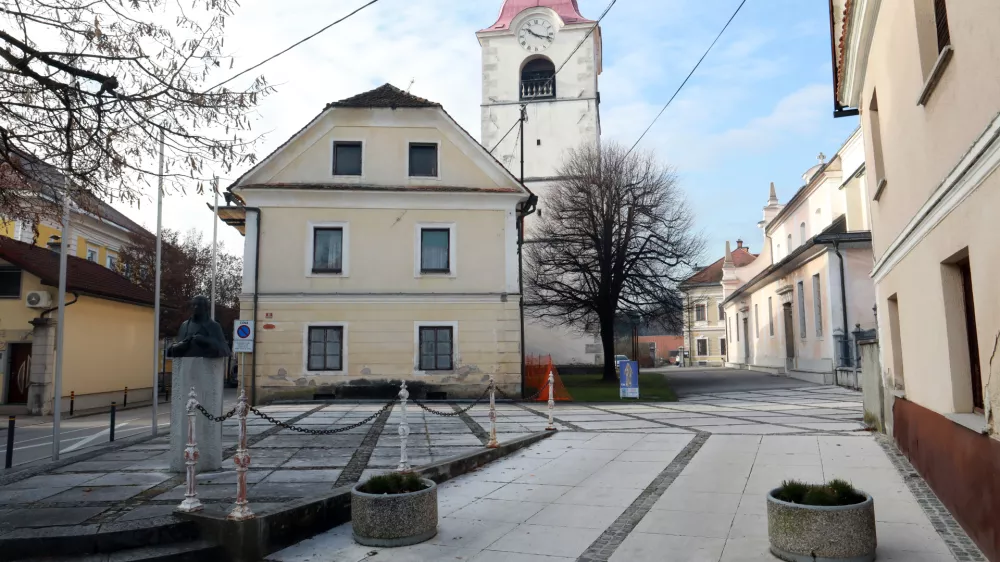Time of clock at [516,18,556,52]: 10:17
